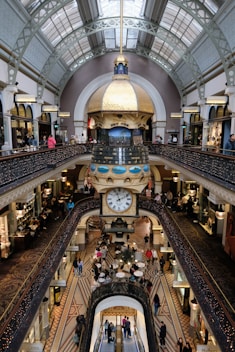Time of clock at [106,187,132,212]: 11:10
